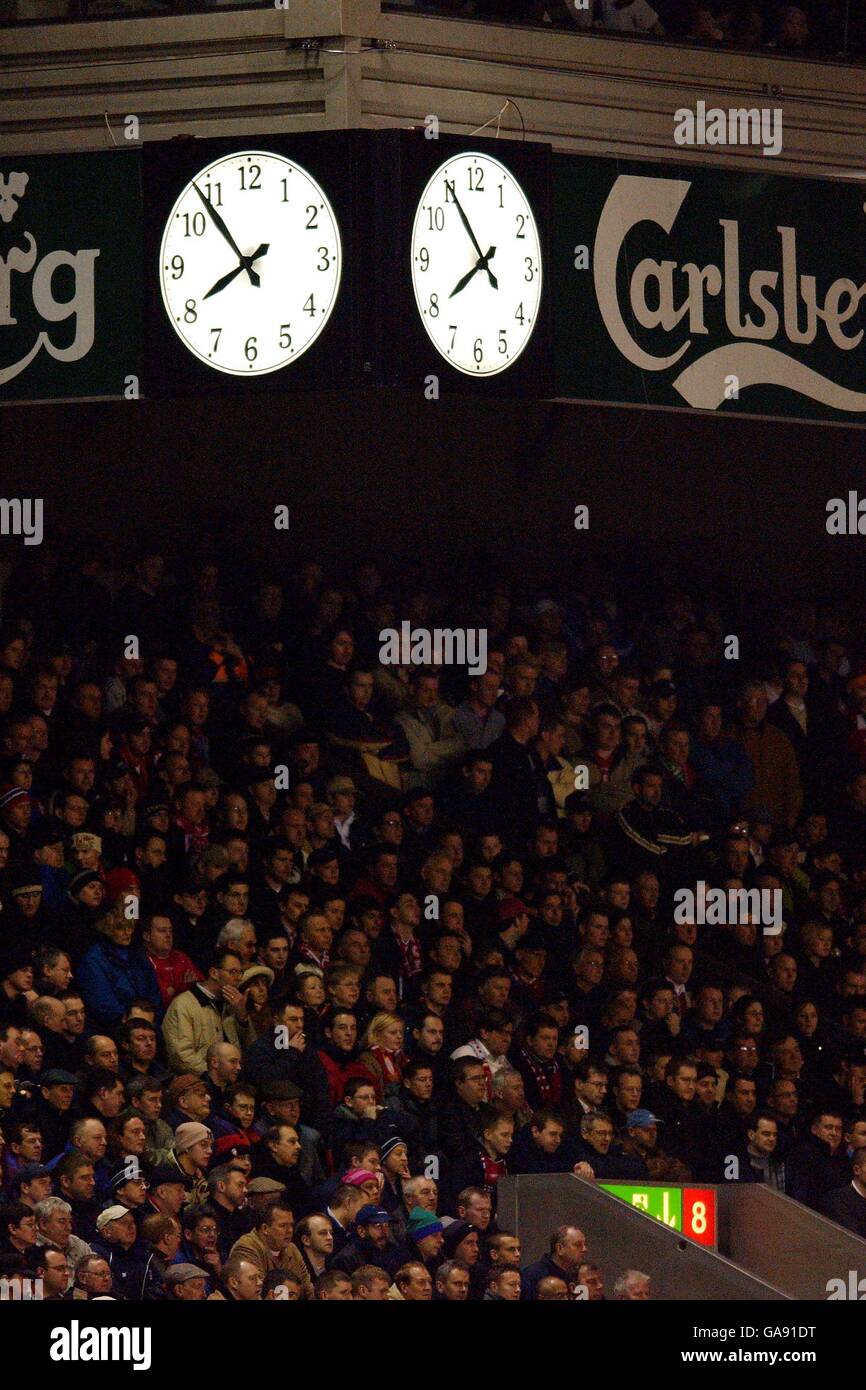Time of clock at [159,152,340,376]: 7:53
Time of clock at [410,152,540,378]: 7:54
